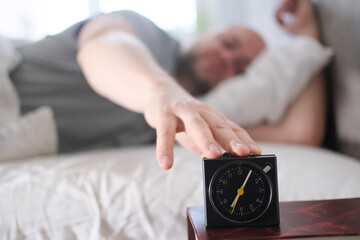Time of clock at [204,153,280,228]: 7:04
